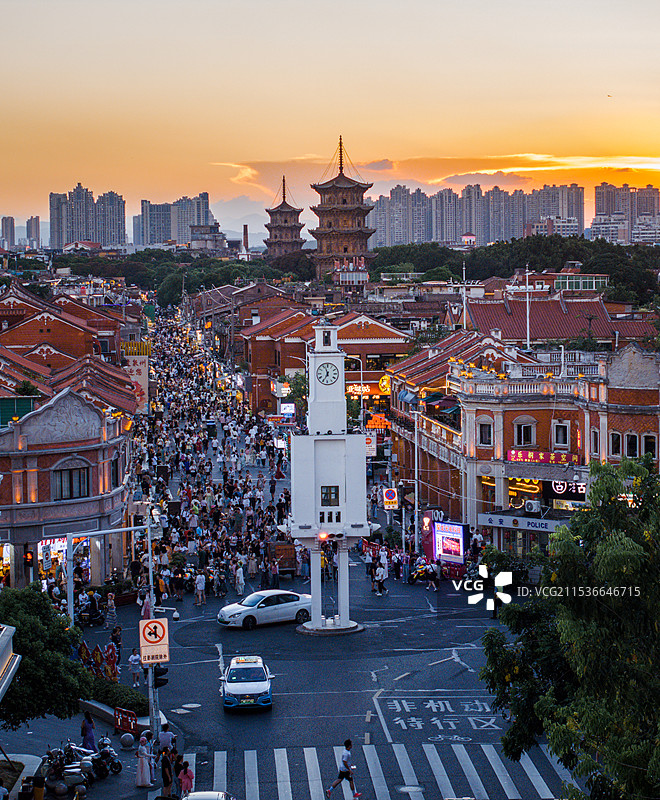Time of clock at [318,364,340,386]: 6:56
